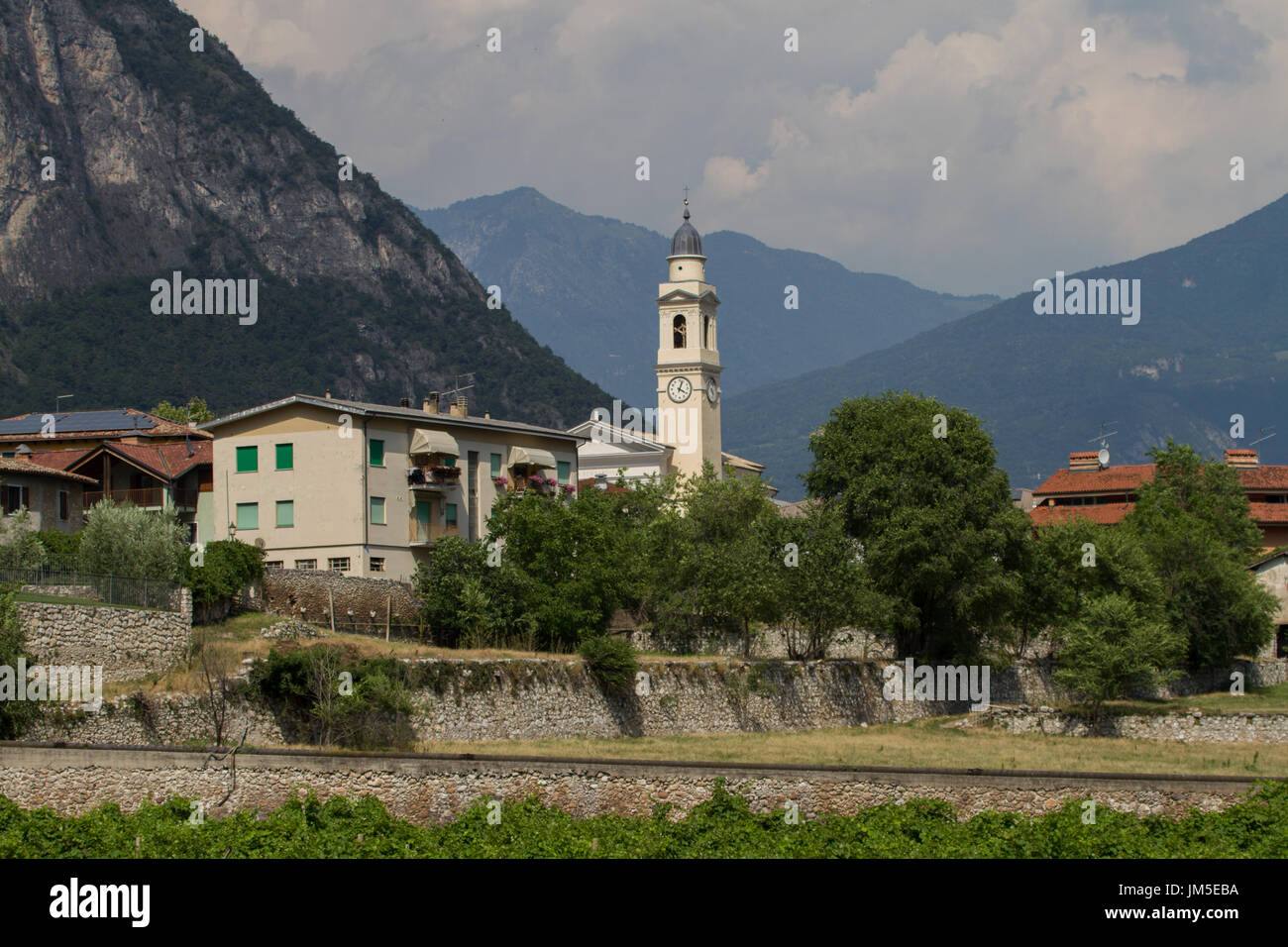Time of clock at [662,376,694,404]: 4:03
